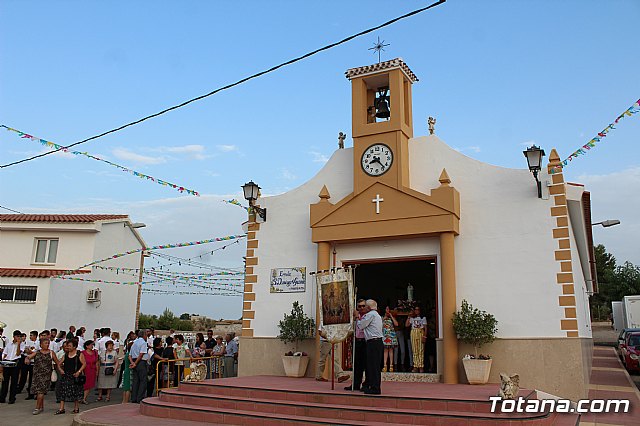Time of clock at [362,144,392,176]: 8:23
